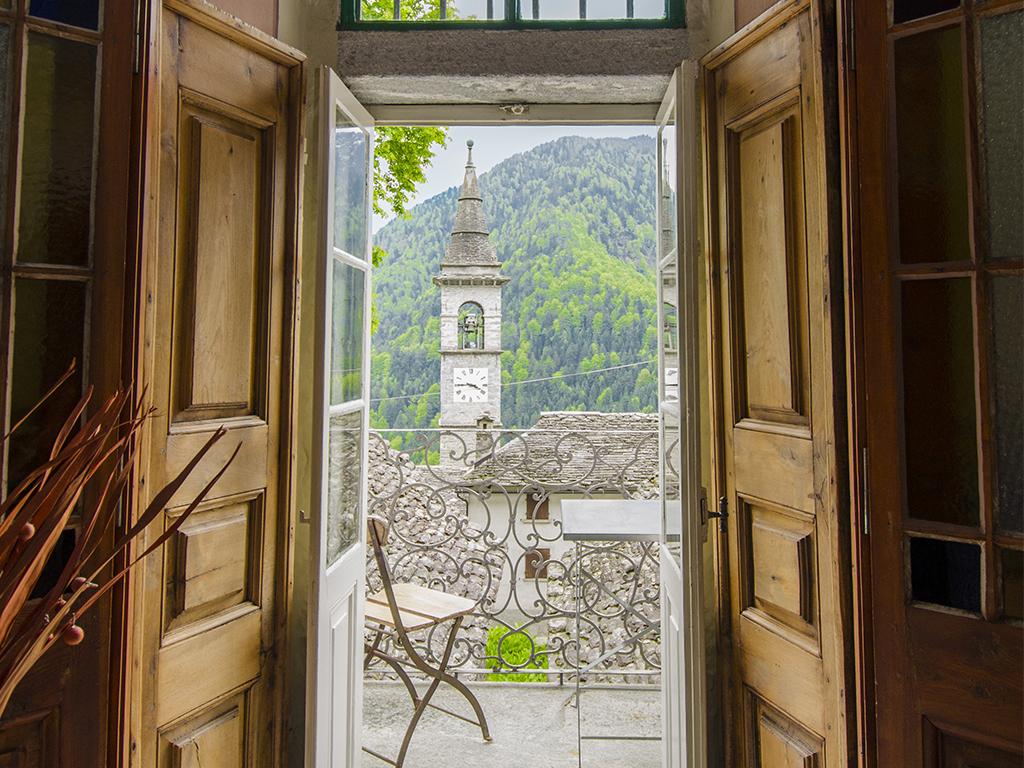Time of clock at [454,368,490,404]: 3:44
